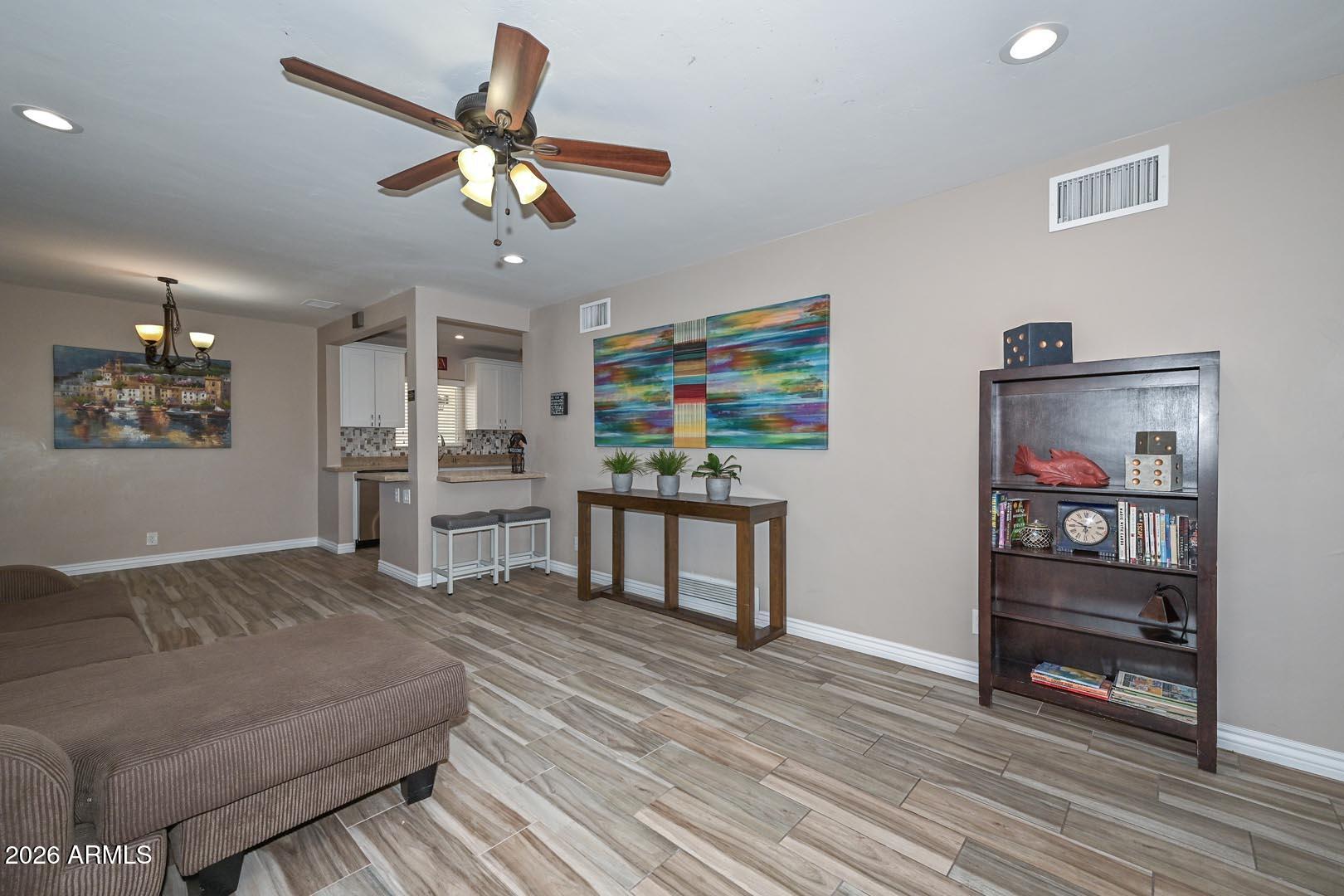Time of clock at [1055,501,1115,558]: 5:50
